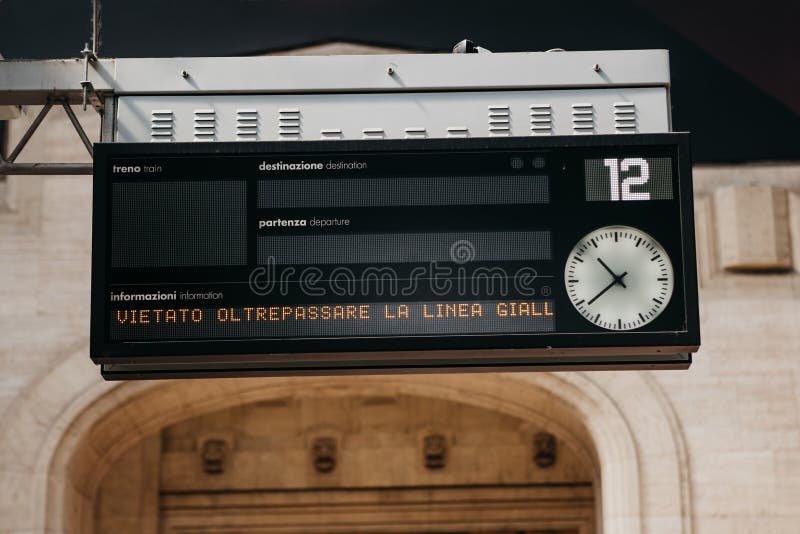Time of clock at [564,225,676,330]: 10:38
